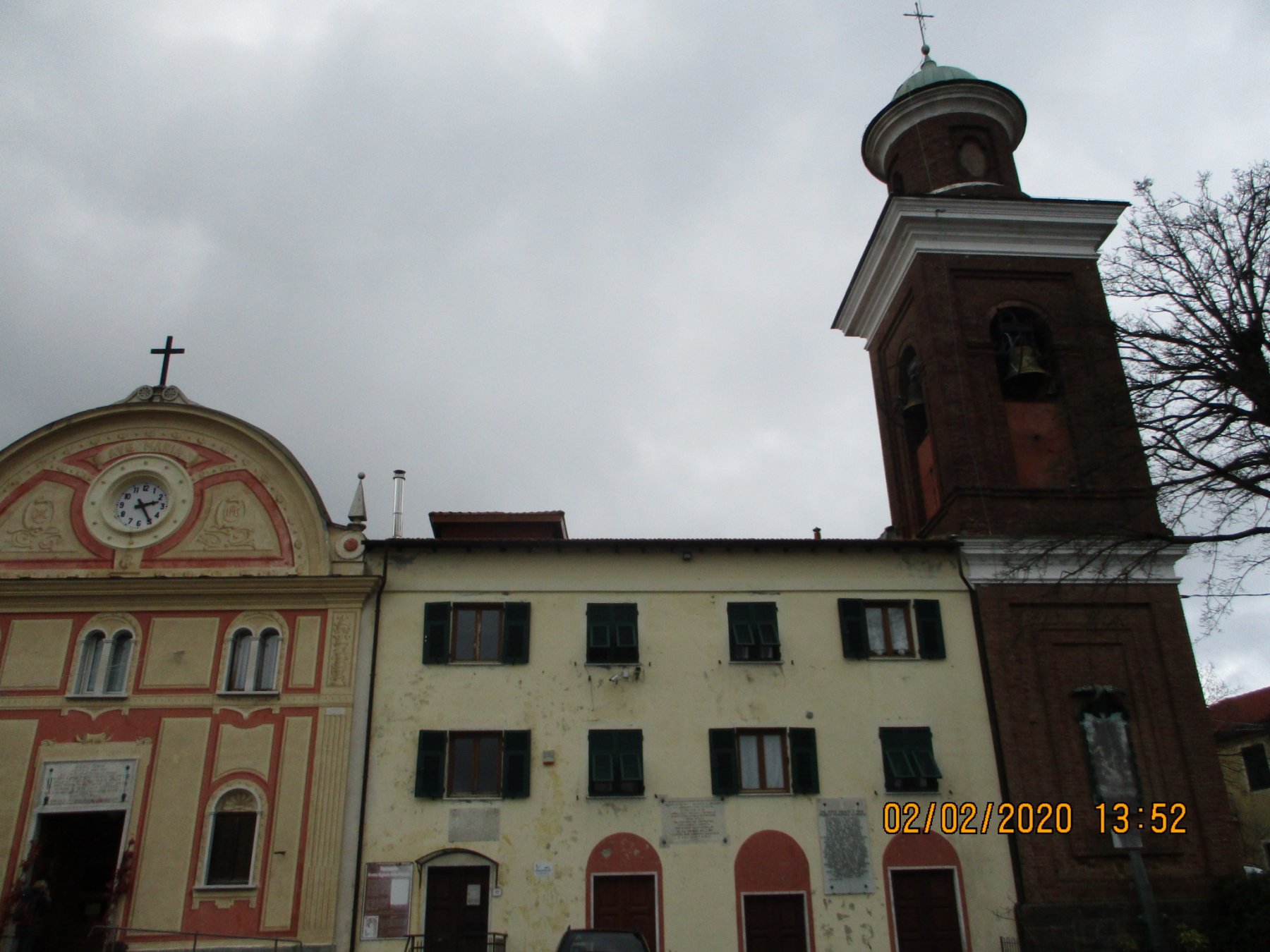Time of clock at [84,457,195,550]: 2:24
